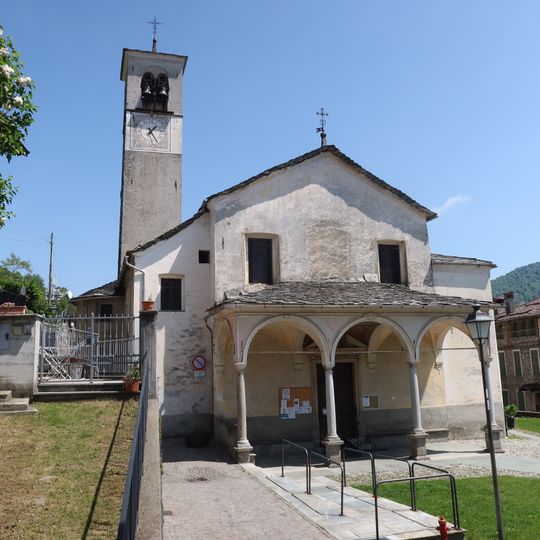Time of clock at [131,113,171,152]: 1:24
